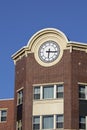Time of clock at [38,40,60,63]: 6:15
